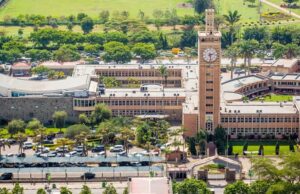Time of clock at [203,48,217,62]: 2:28
